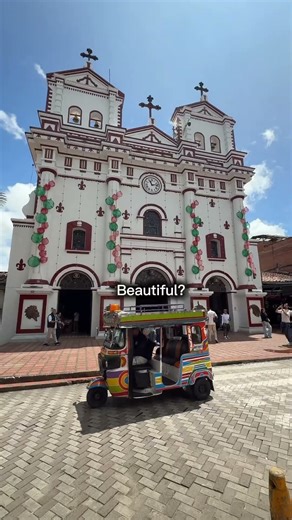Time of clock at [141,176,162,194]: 11:13
